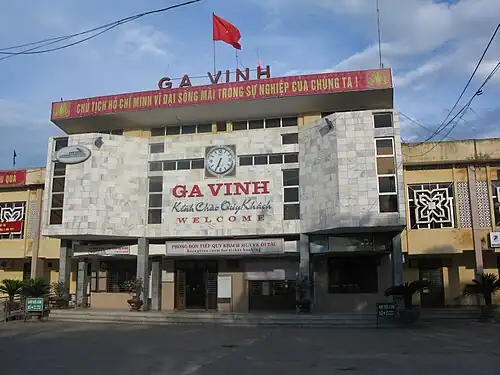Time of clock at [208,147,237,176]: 6:34
